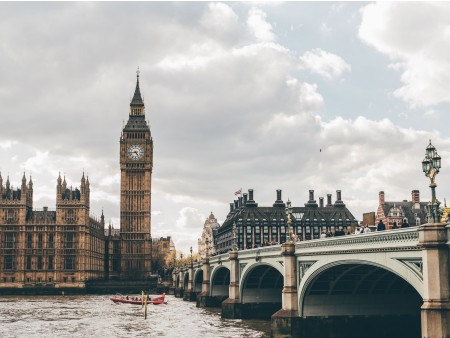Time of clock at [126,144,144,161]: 4:43
